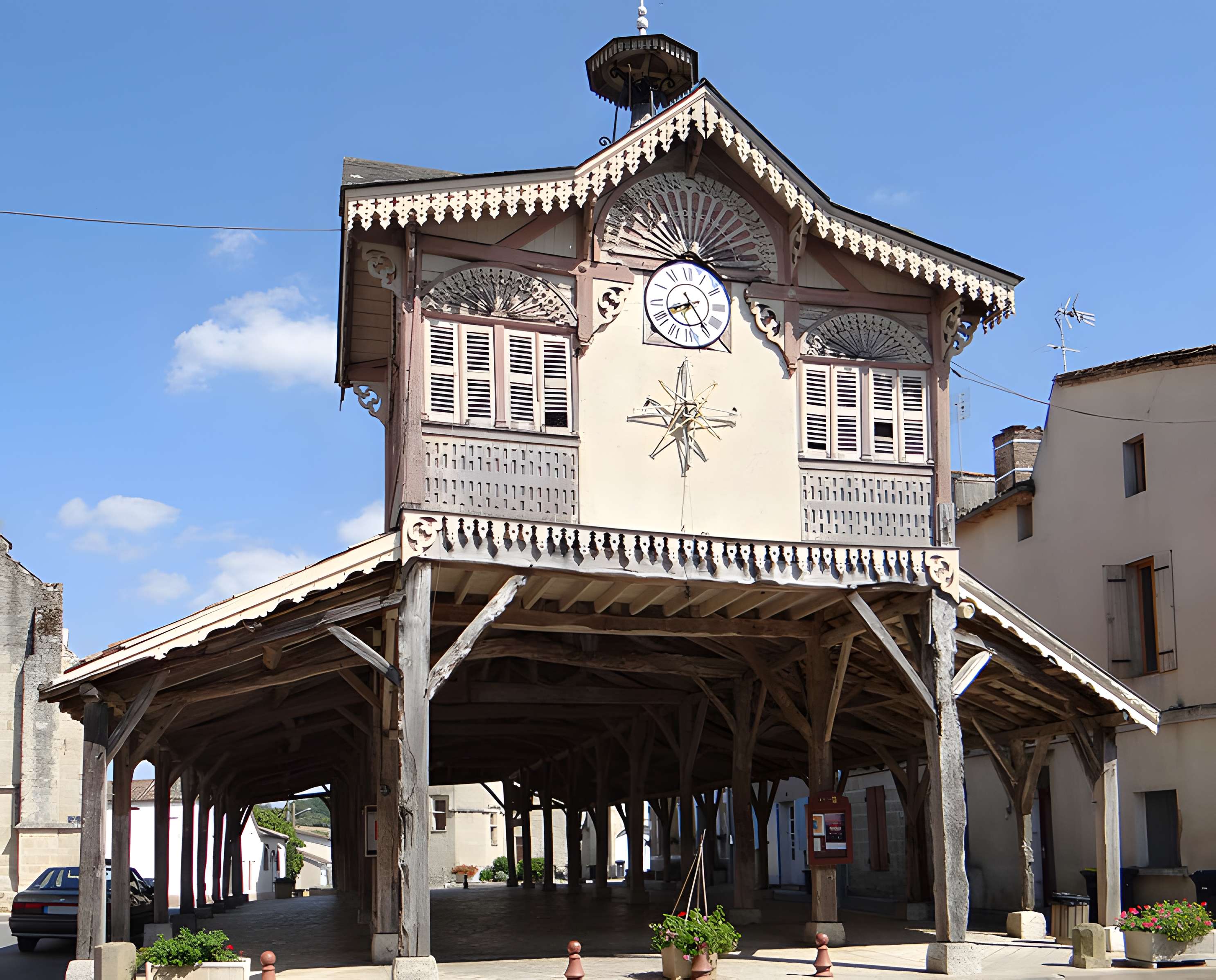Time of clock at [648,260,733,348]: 8:24
